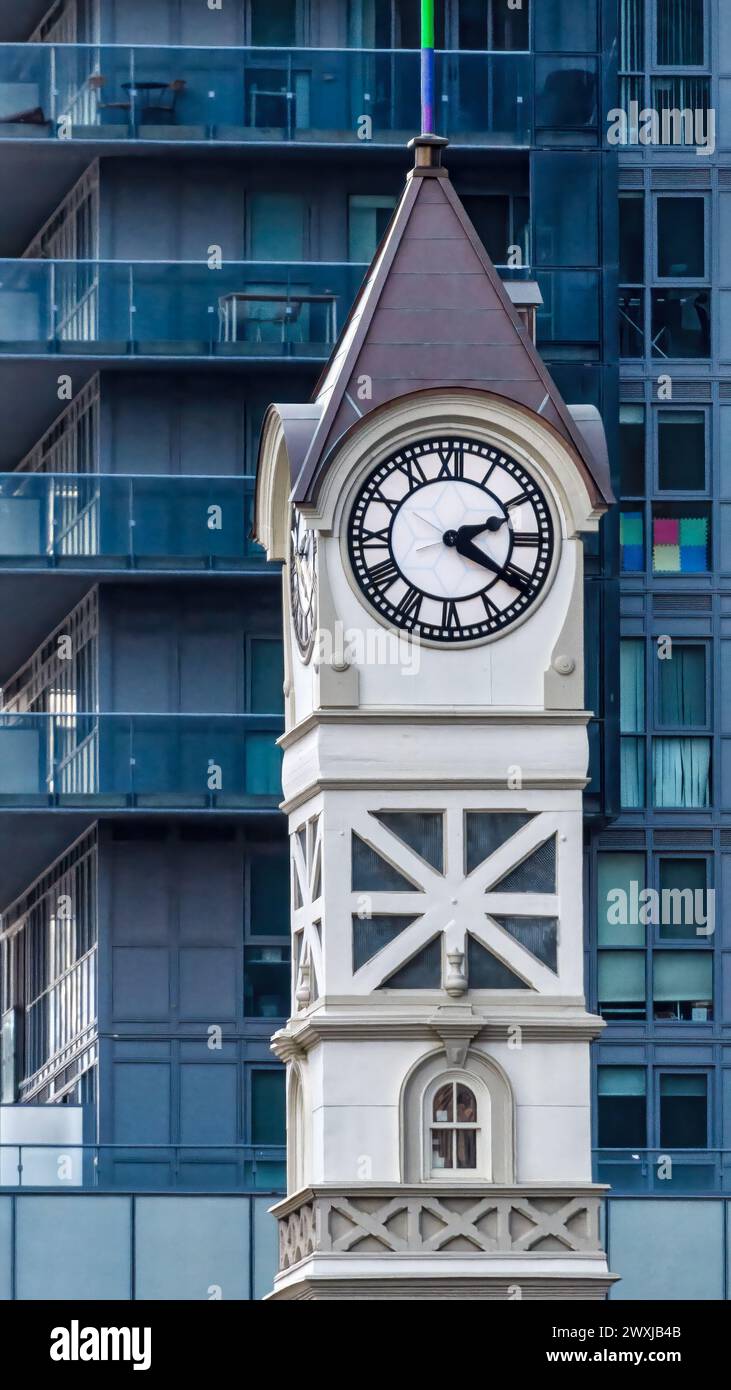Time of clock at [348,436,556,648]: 2:20
